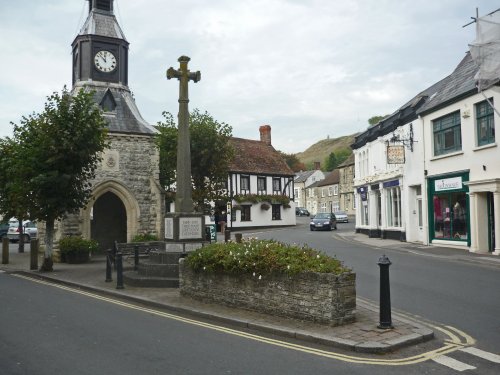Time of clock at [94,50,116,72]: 11:52
